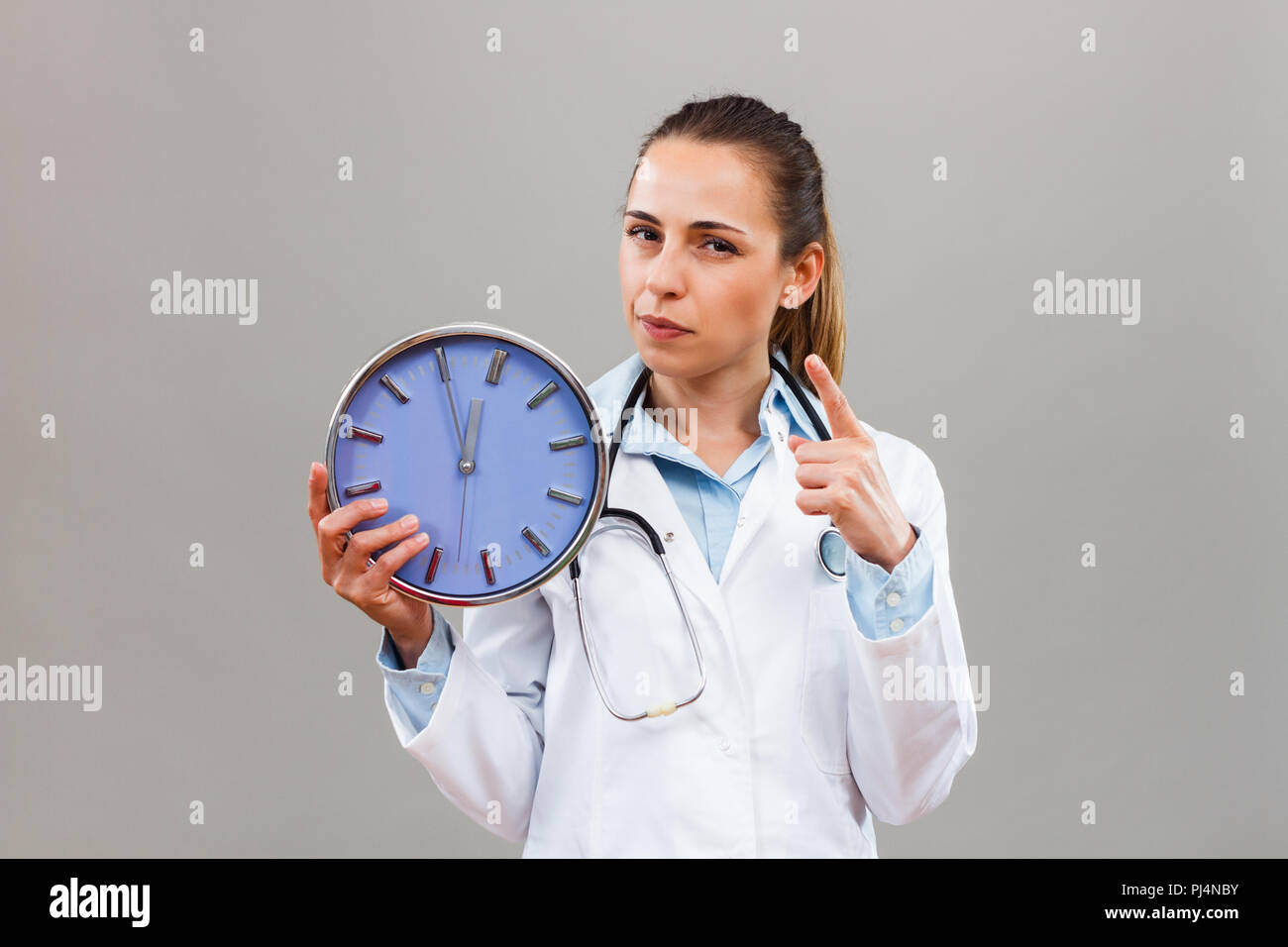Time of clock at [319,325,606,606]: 11:55
